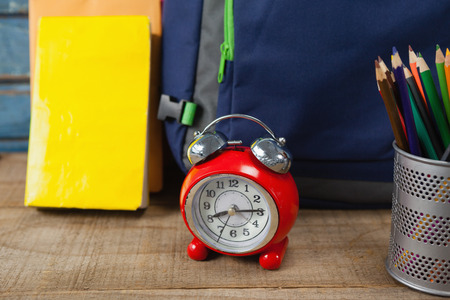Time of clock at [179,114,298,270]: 8:14
